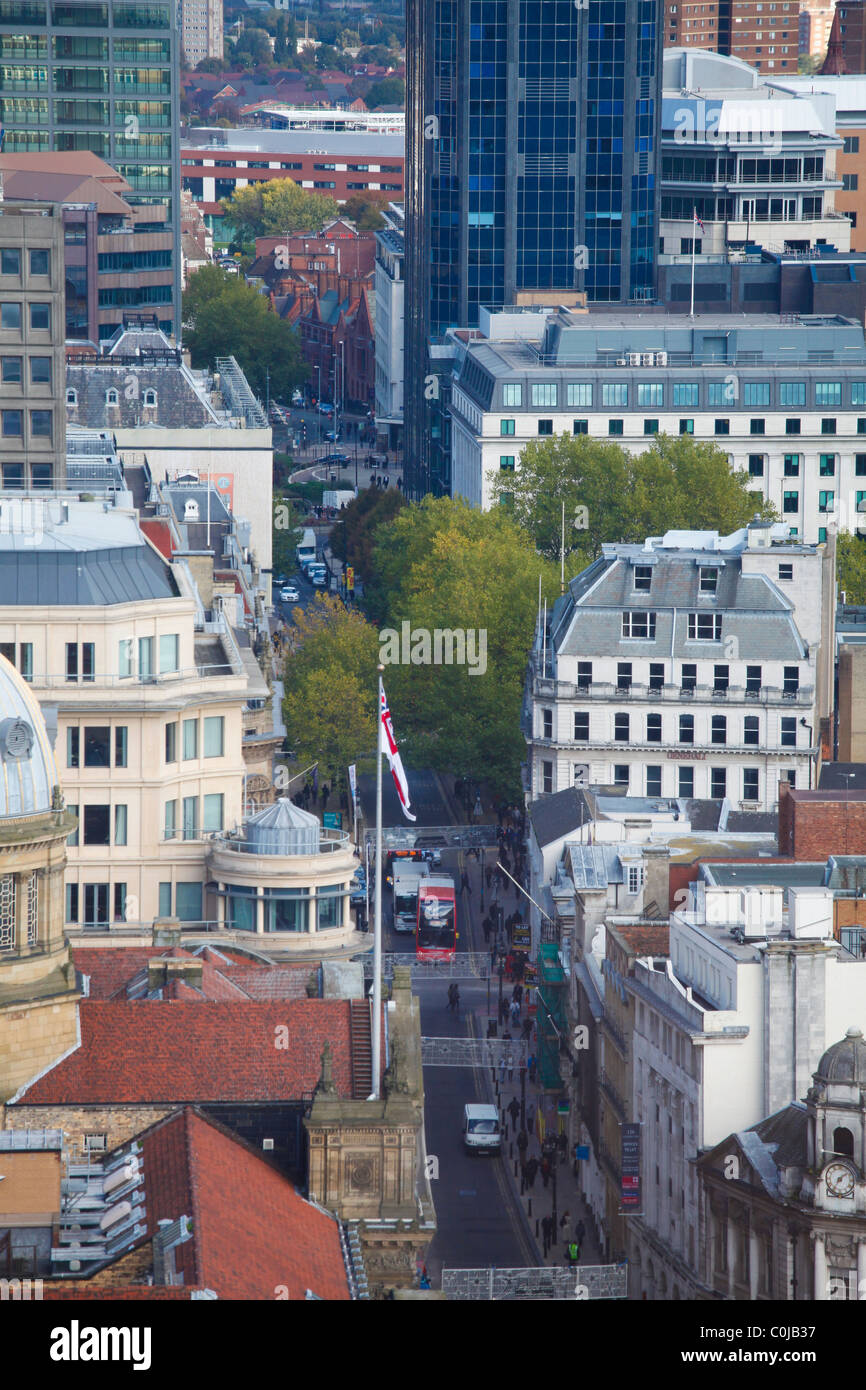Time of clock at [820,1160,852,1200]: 7:09
